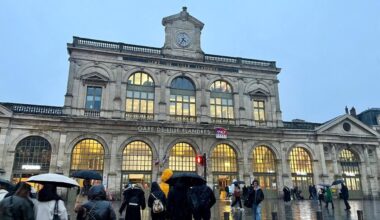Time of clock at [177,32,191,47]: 4:34
